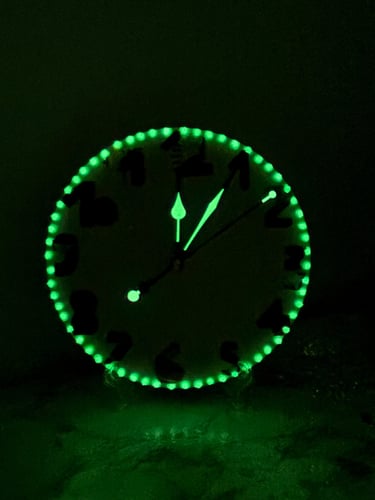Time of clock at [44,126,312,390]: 12:05
